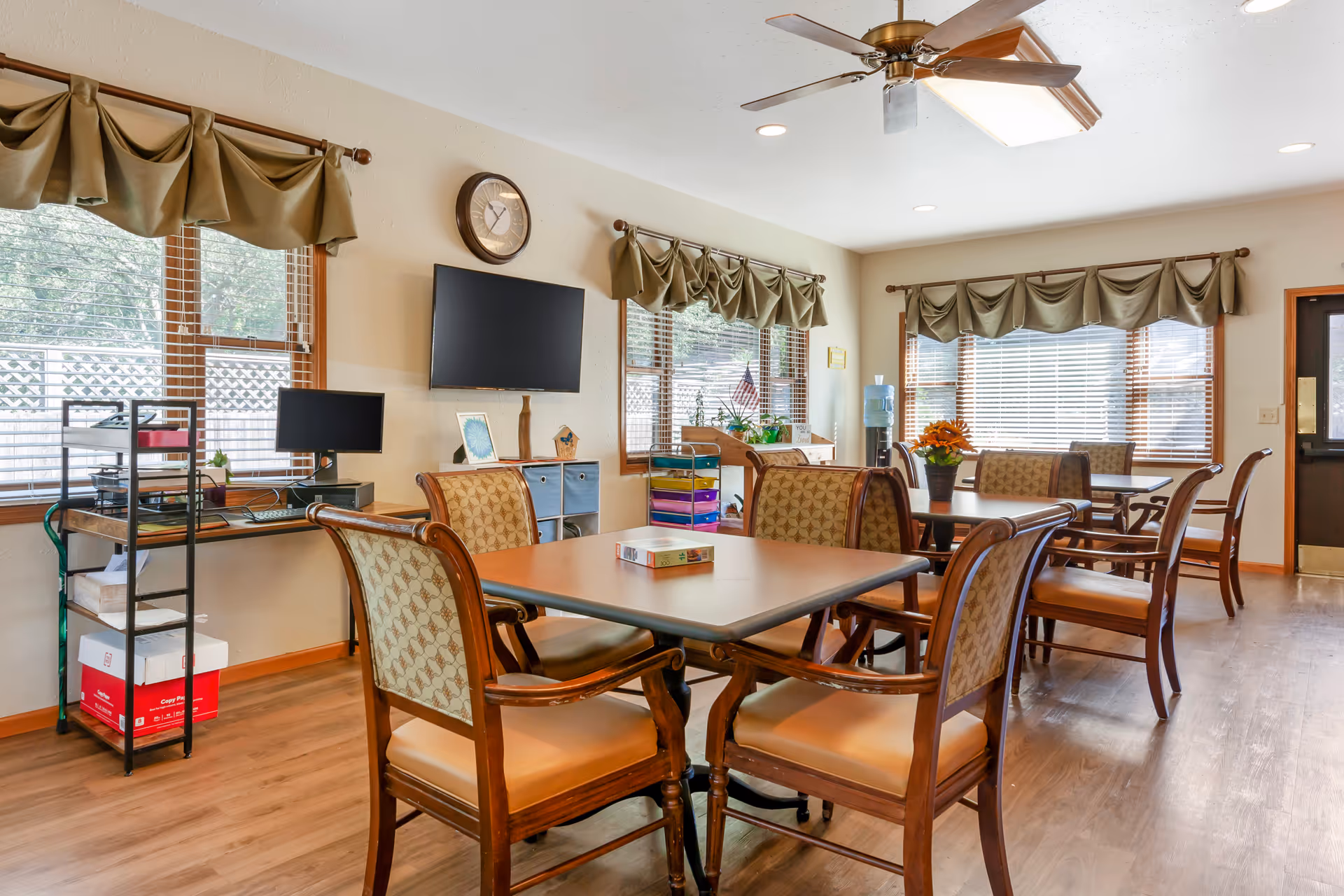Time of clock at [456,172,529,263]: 10:36
